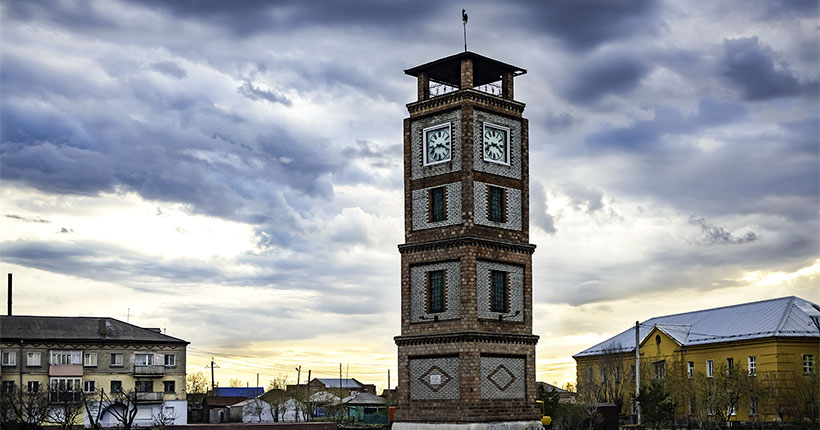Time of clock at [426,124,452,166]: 8:18
